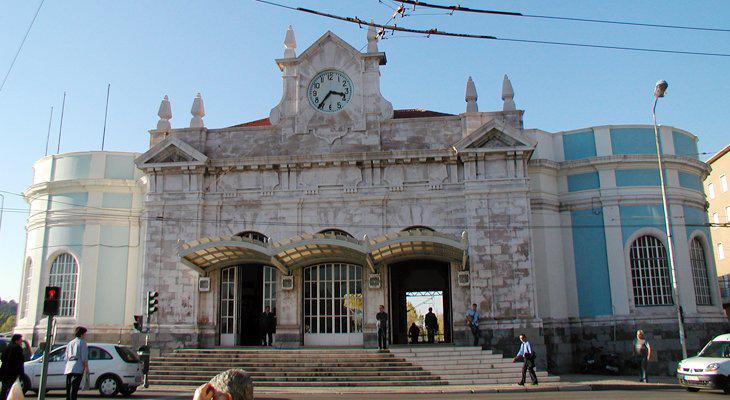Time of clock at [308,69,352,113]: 3:36
